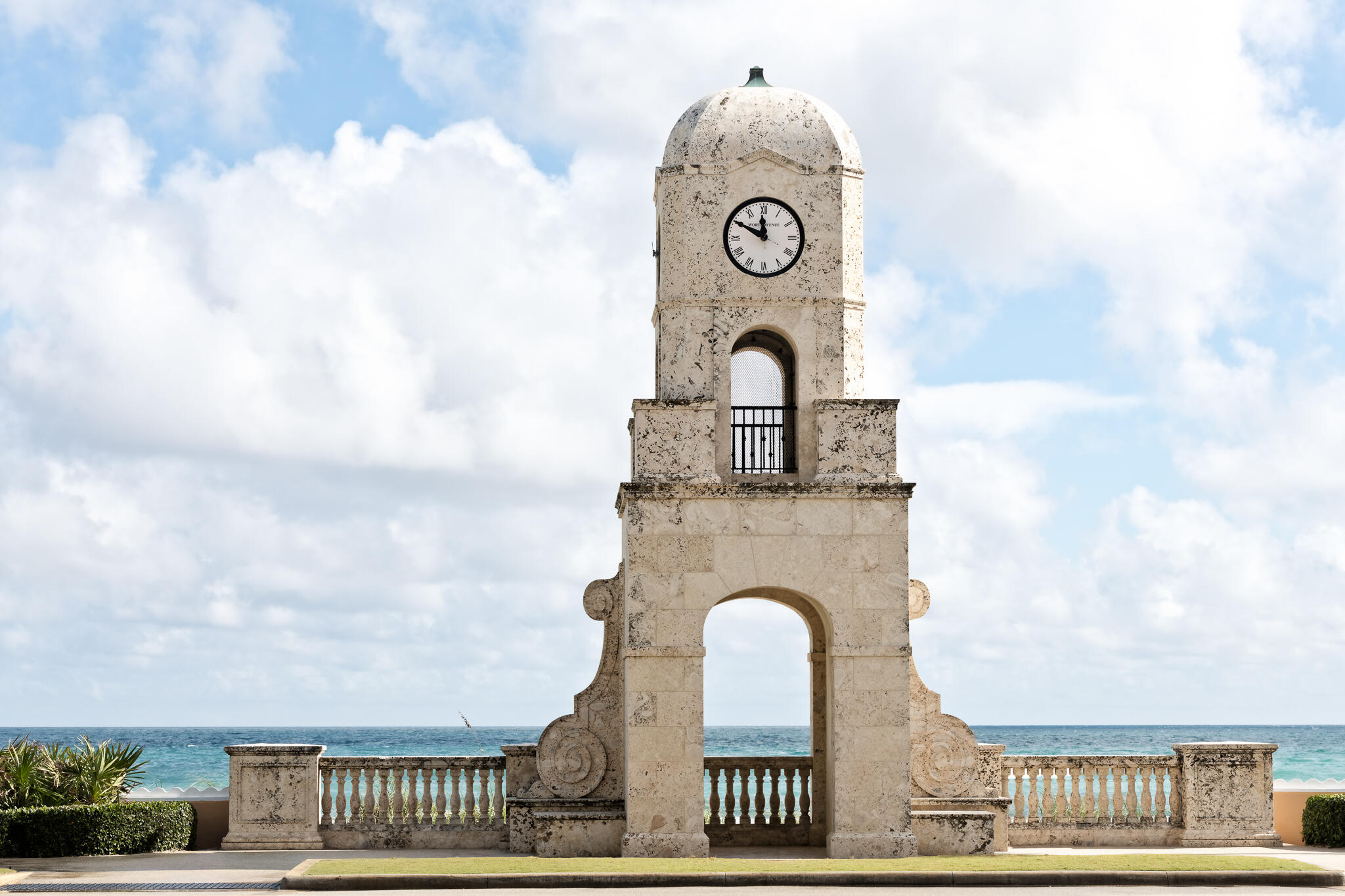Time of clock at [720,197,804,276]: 11:49
